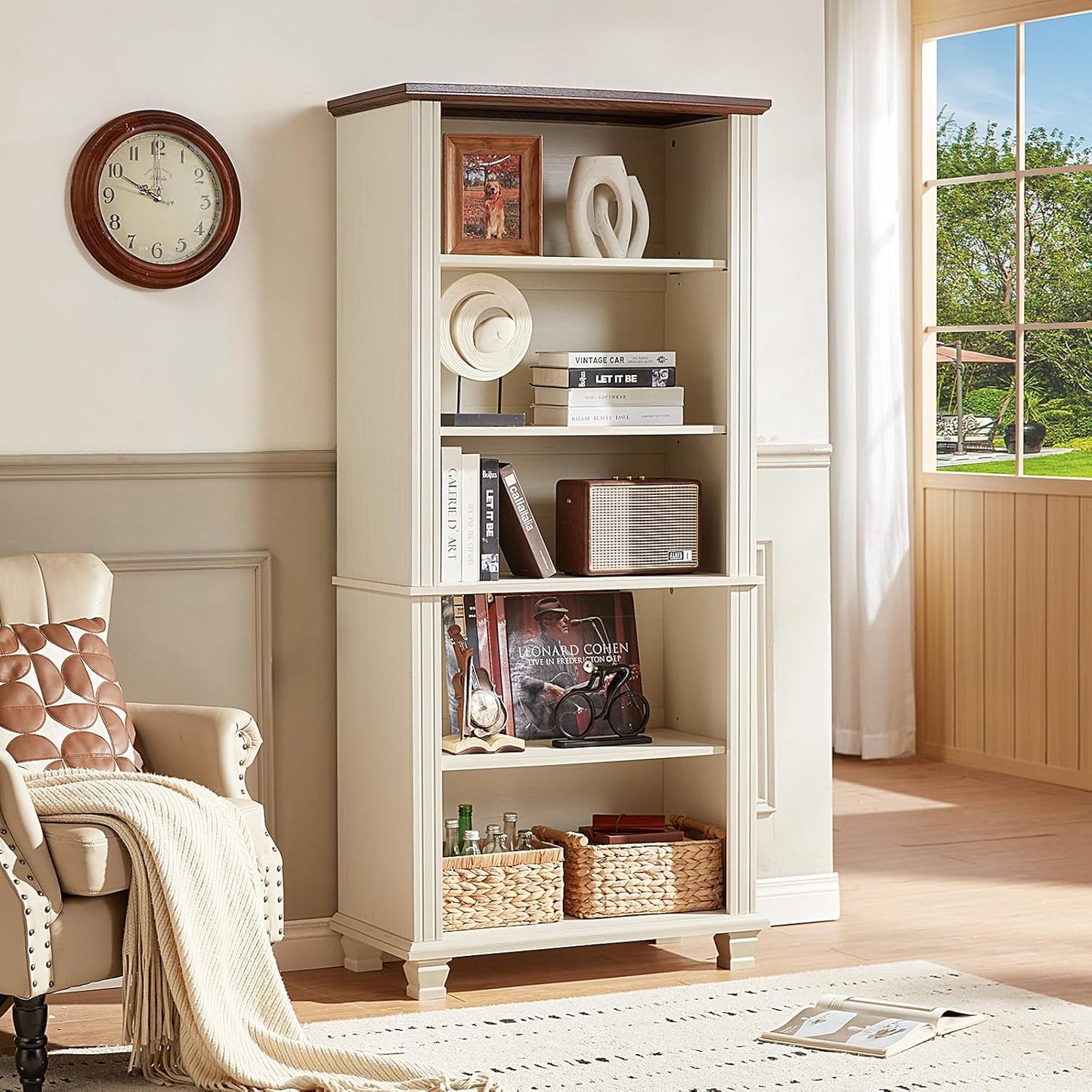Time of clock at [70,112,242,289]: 9:59
